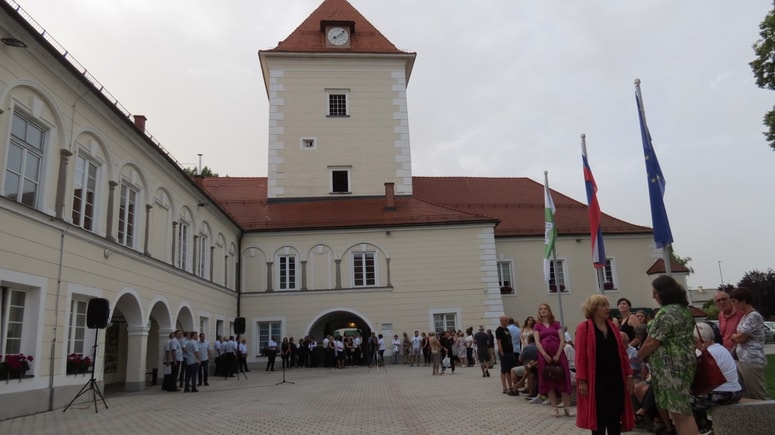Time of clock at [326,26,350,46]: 8:07
